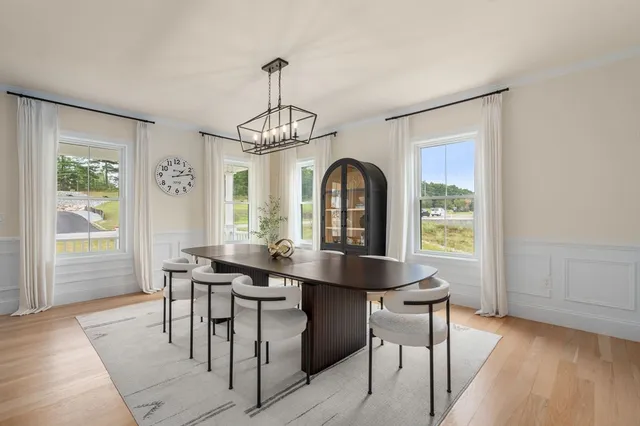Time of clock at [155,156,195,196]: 1:13
